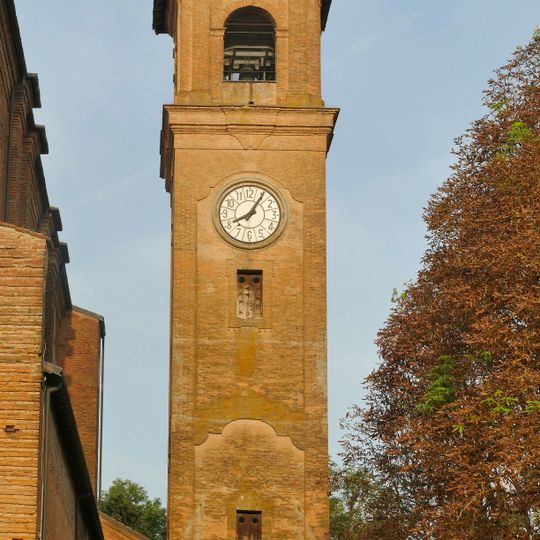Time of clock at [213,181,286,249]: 8:05
